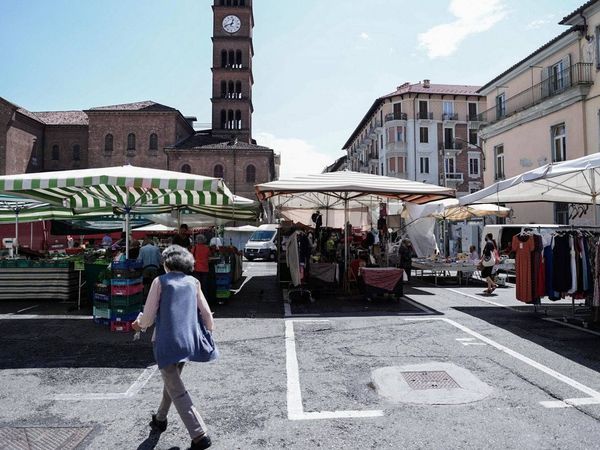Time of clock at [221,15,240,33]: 12:41
